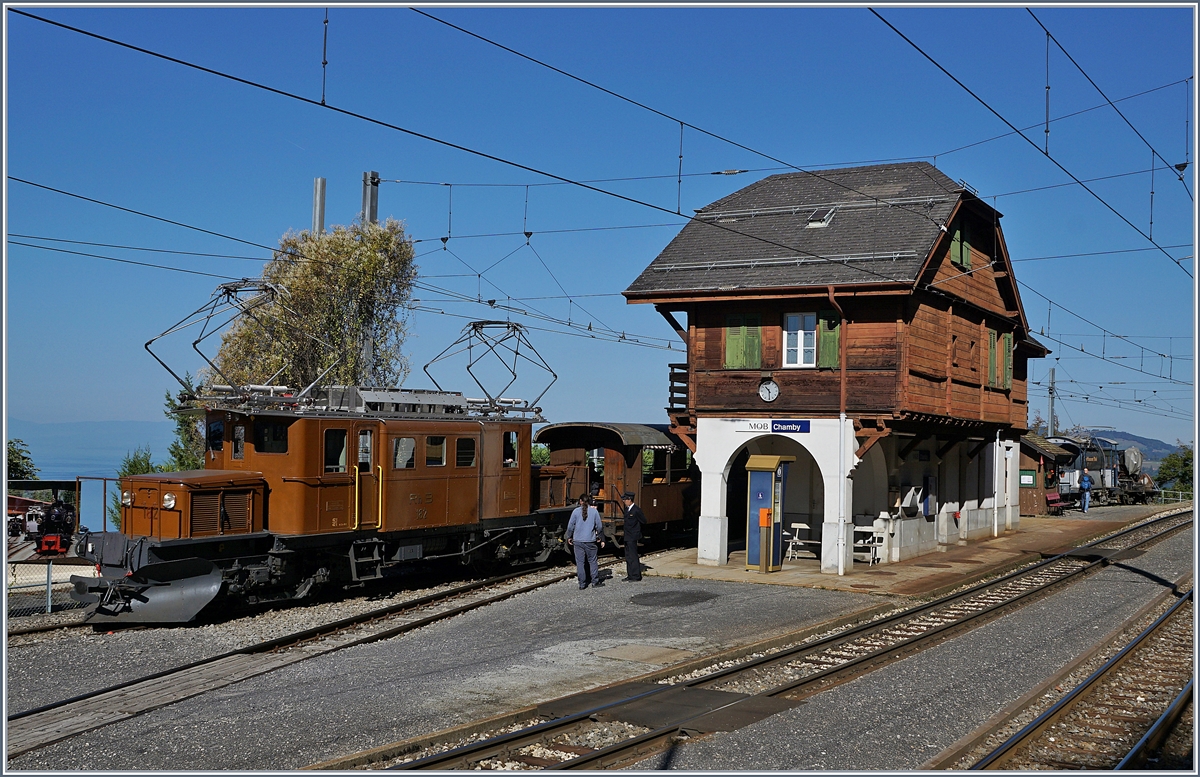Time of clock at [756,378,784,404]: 10:29
